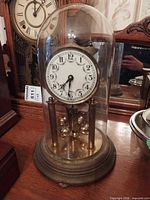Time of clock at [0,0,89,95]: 7:31
